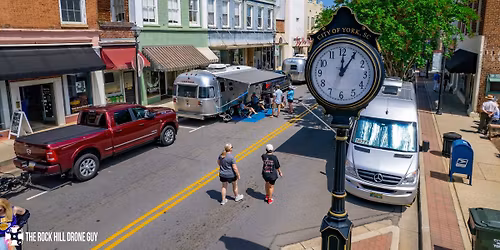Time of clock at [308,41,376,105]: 12:05
